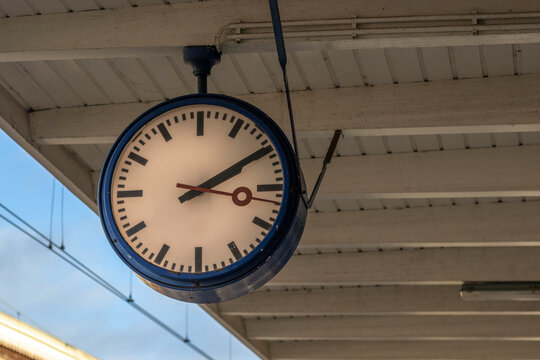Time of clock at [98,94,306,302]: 2:09
